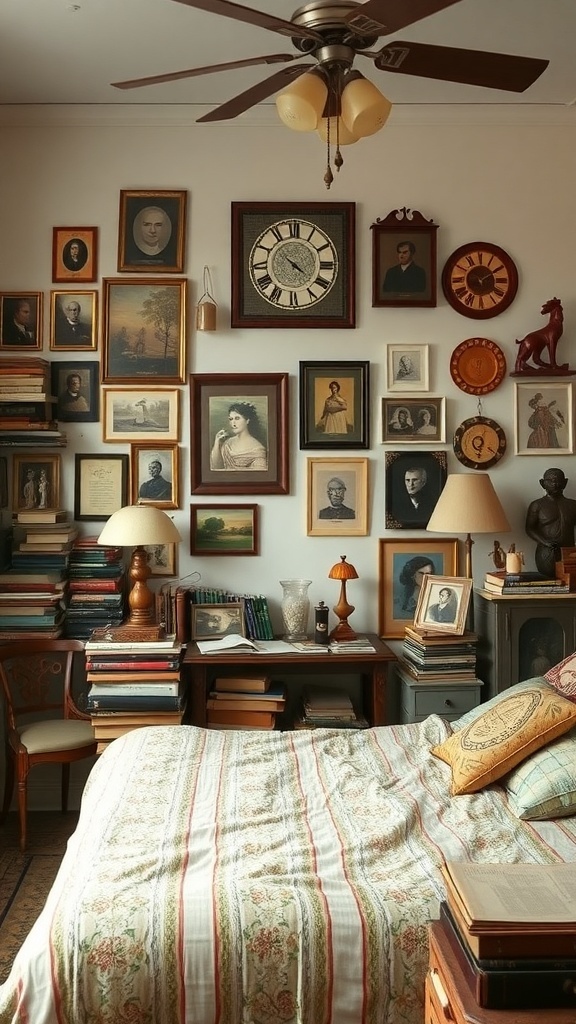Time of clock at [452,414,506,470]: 6:03
